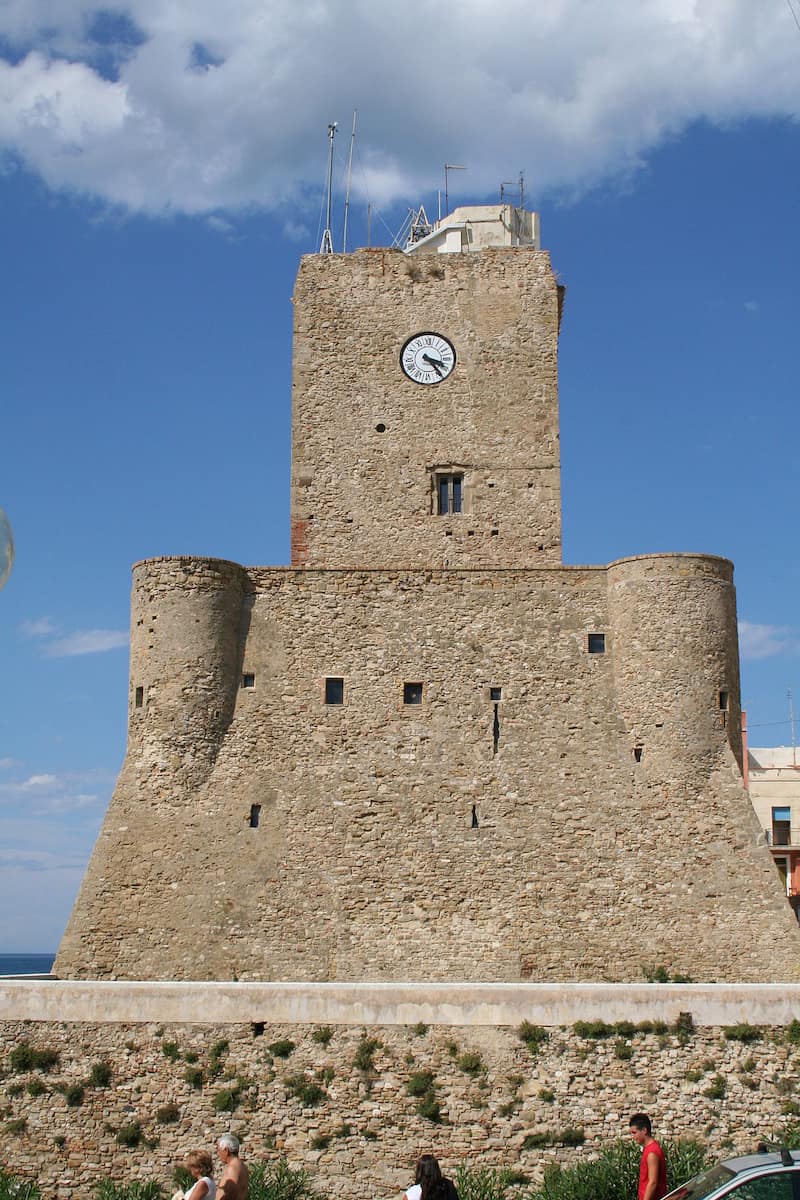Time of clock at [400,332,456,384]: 3:23
